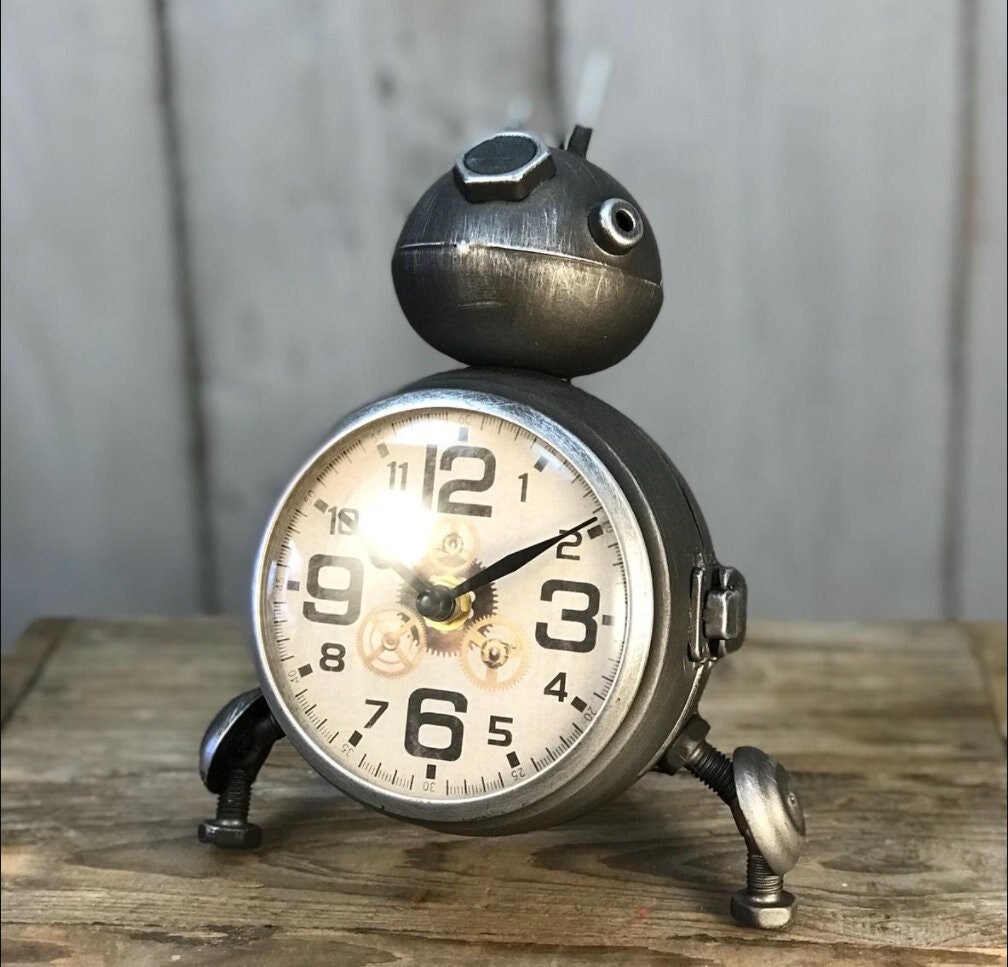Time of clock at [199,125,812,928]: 2:09
